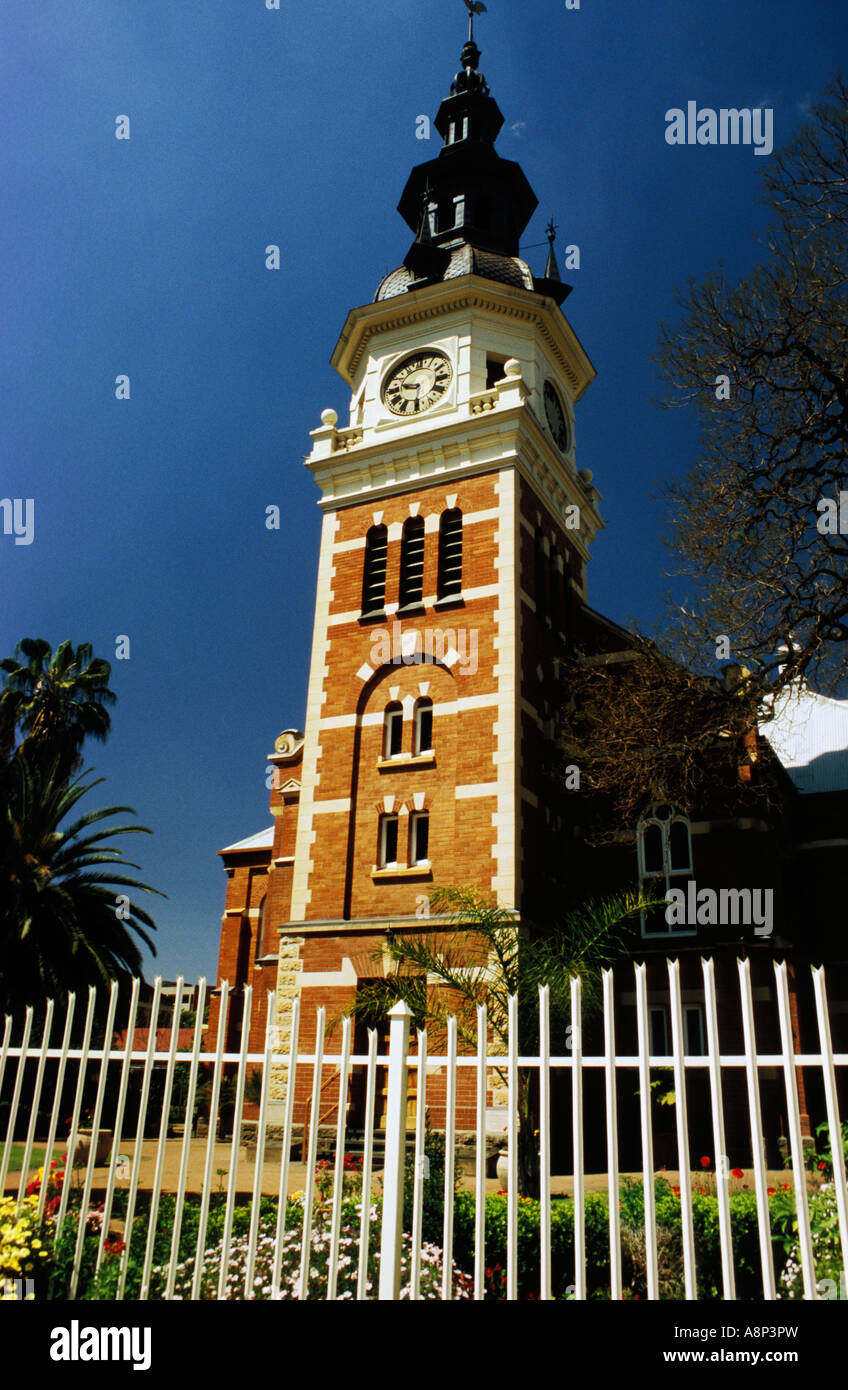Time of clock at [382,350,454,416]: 9:30
